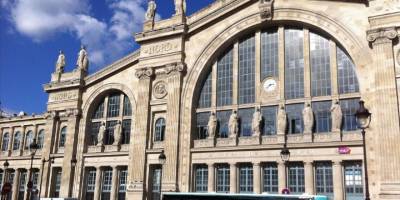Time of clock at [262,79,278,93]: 2:38
